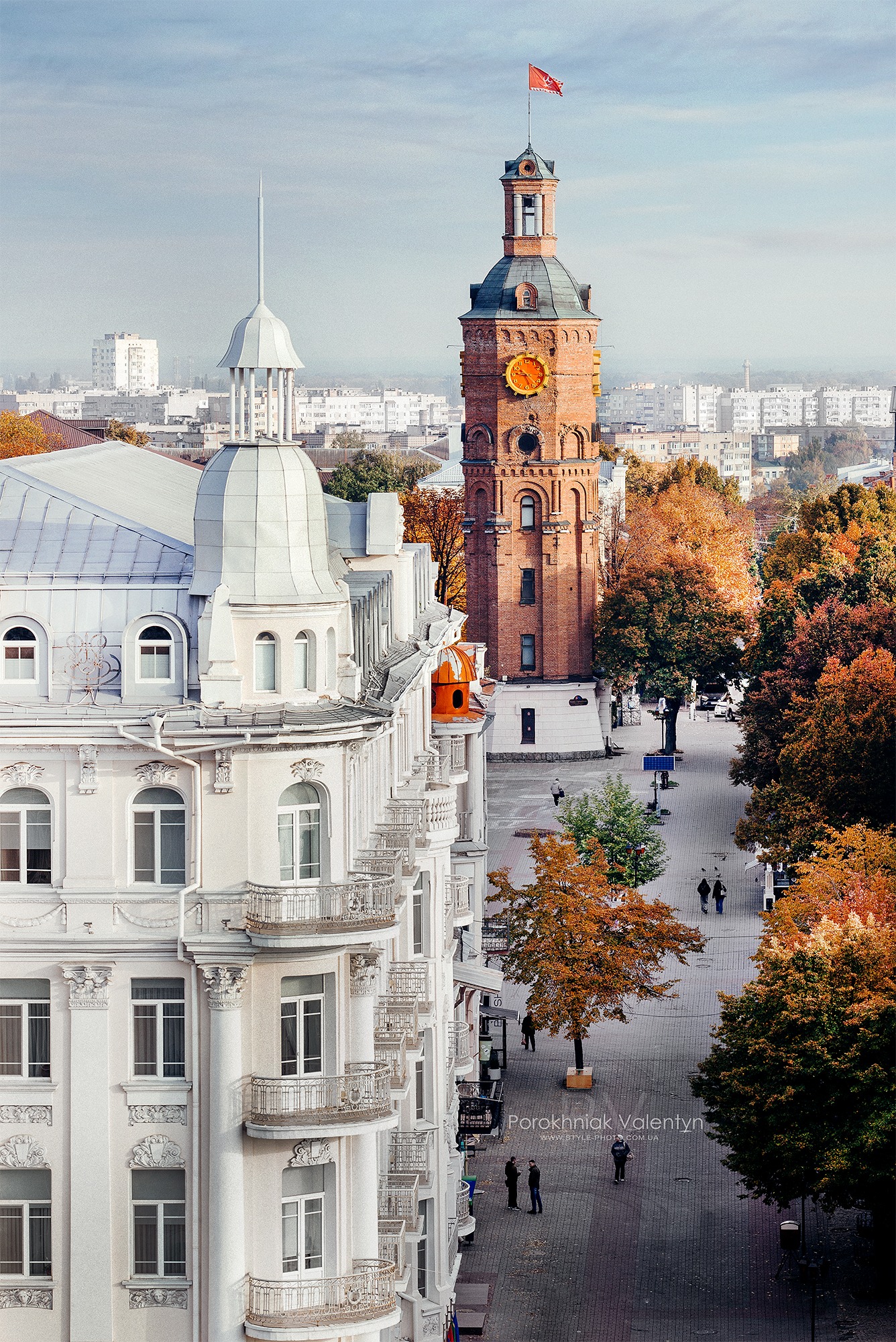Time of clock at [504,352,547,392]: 9:22
